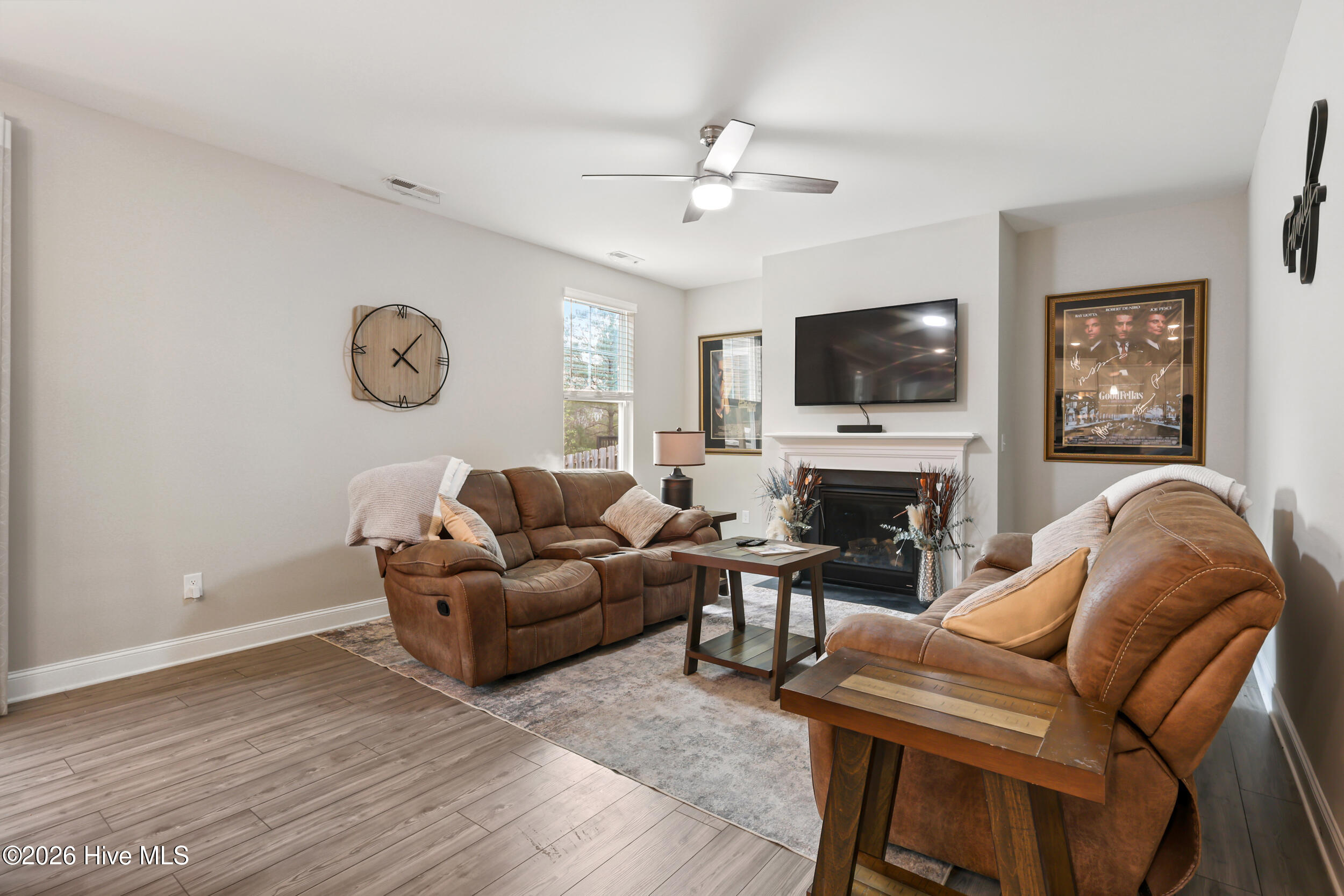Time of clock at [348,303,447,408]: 4:06
